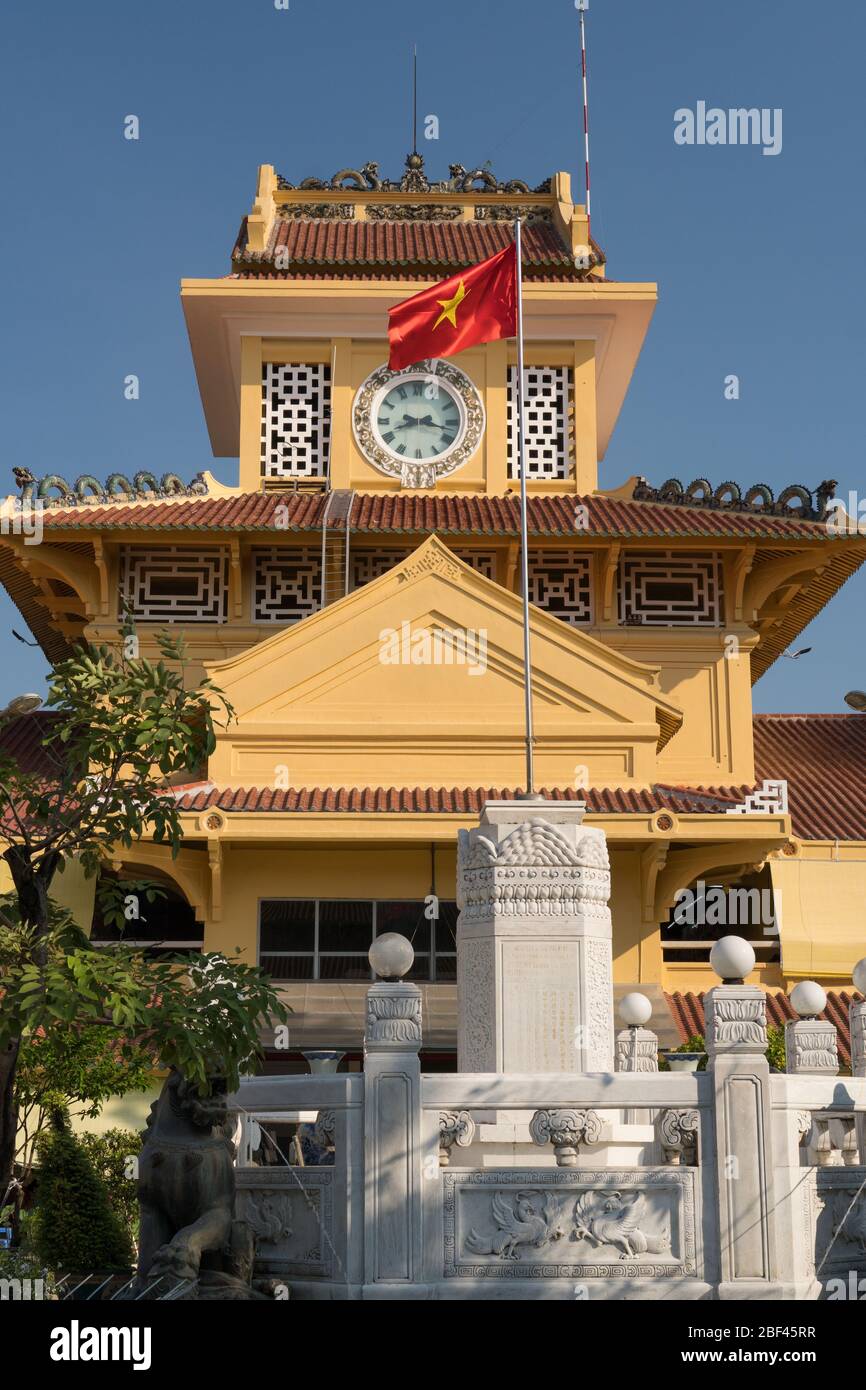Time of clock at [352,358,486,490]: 8:17
